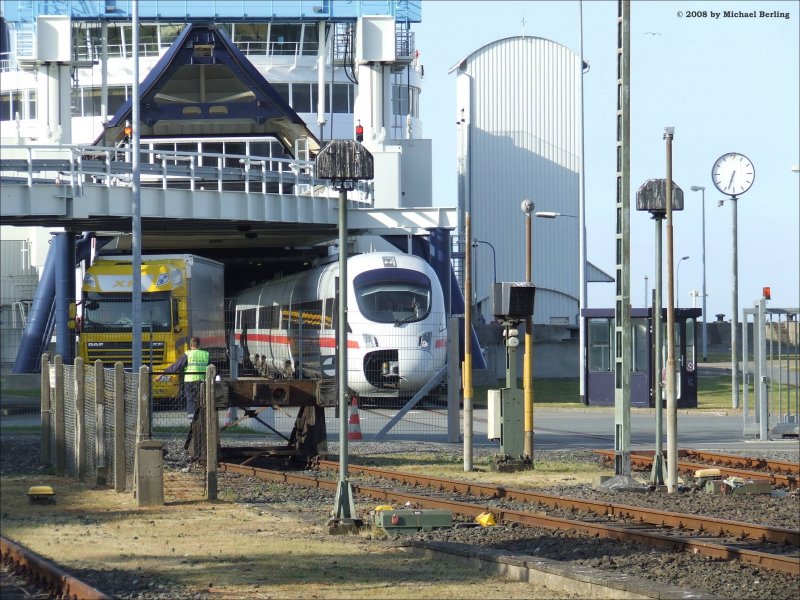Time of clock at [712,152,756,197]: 6:33
